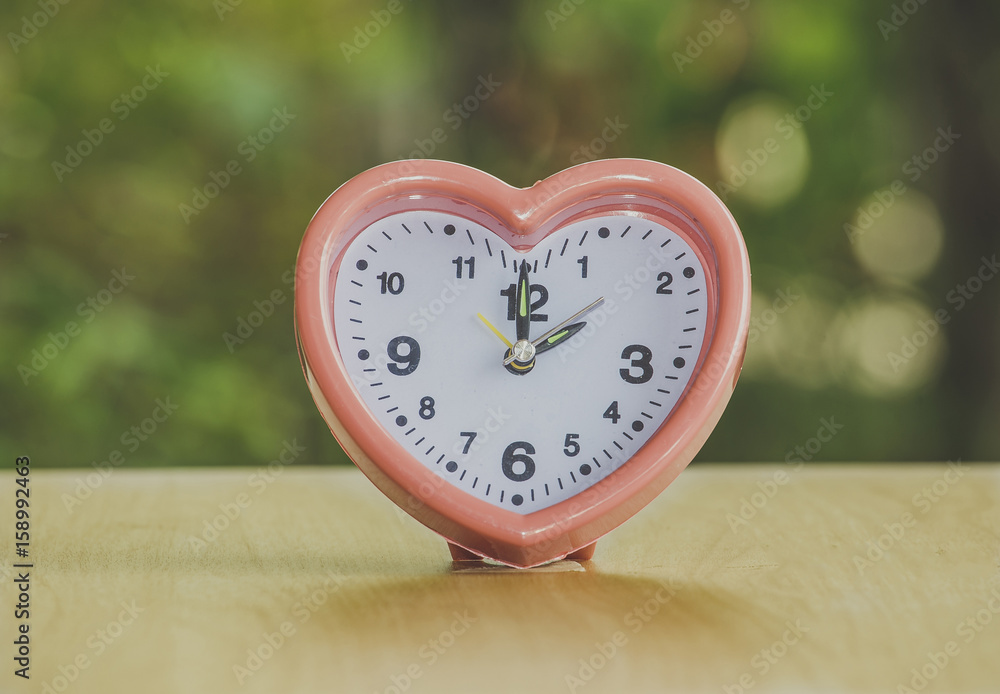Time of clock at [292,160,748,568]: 2:00
